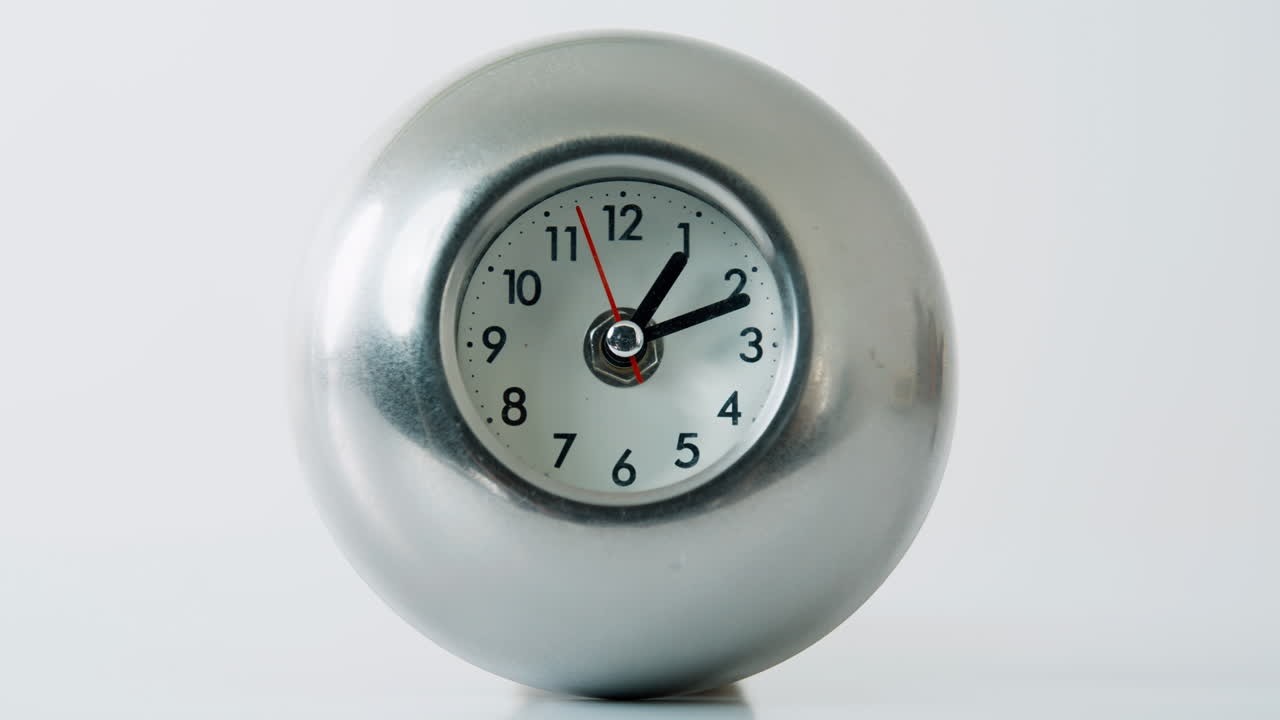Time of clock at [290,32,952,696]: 1:11
